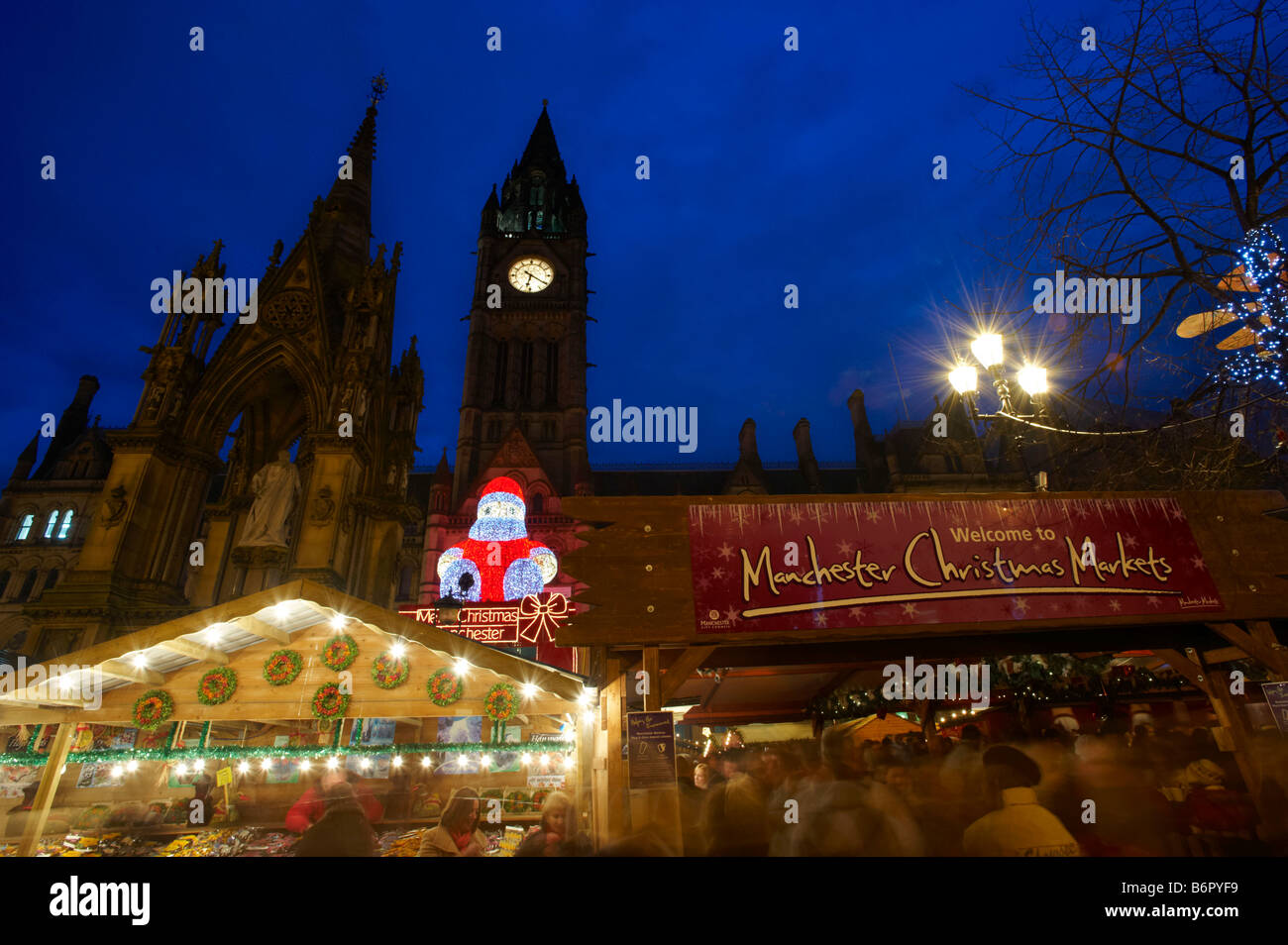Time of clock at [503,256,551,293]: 6:20
